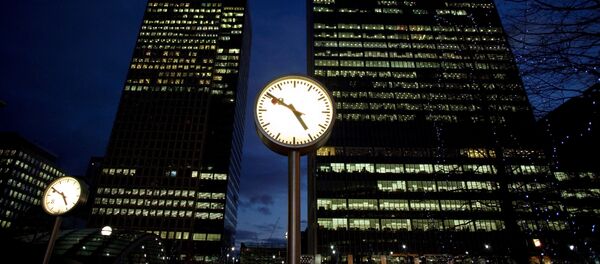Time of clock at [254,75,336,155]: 4:50
